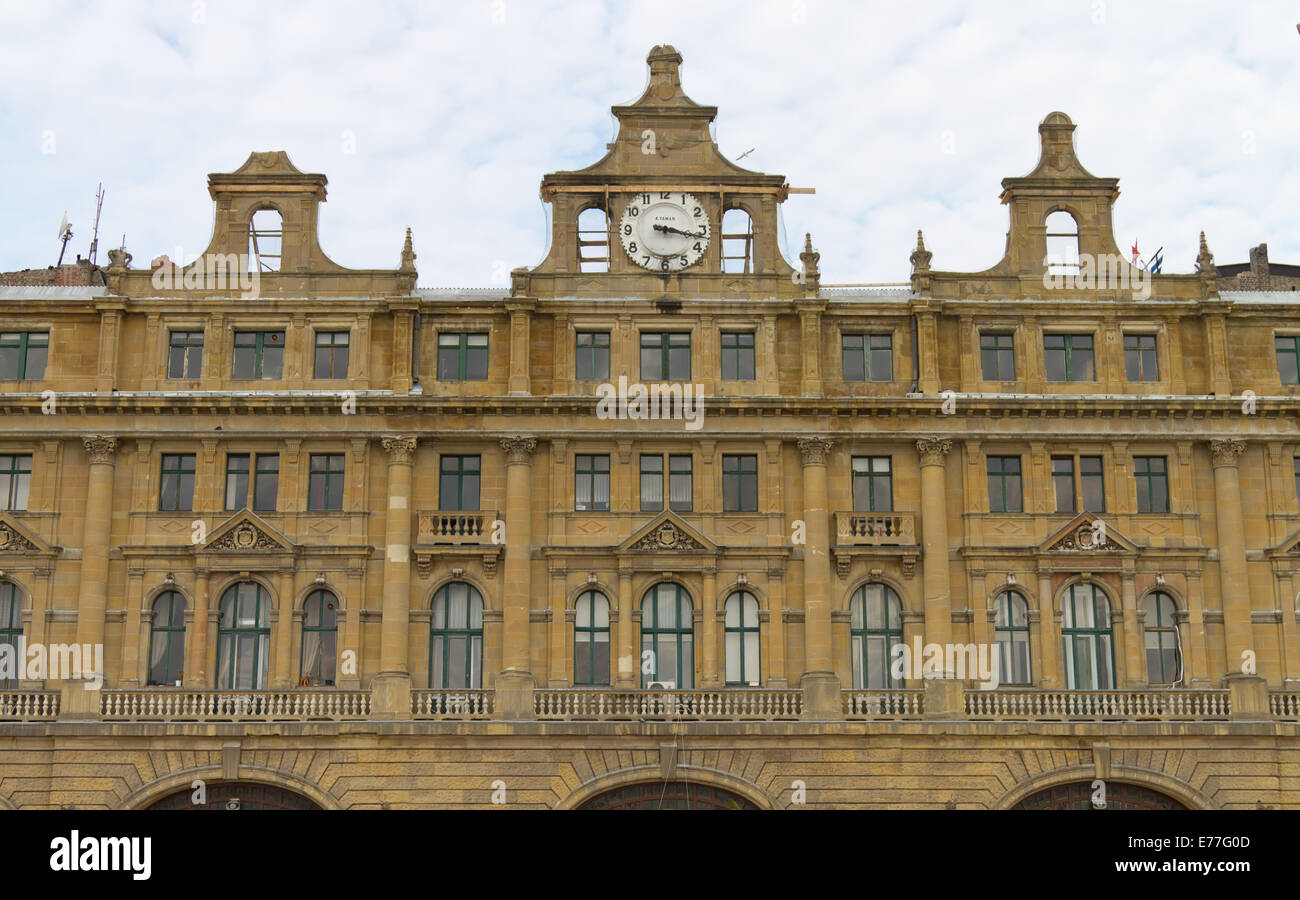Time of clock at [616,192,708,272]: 3:17
